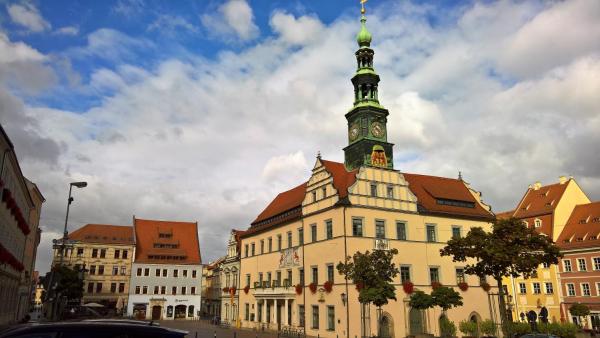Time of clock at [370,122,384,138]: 10:22
